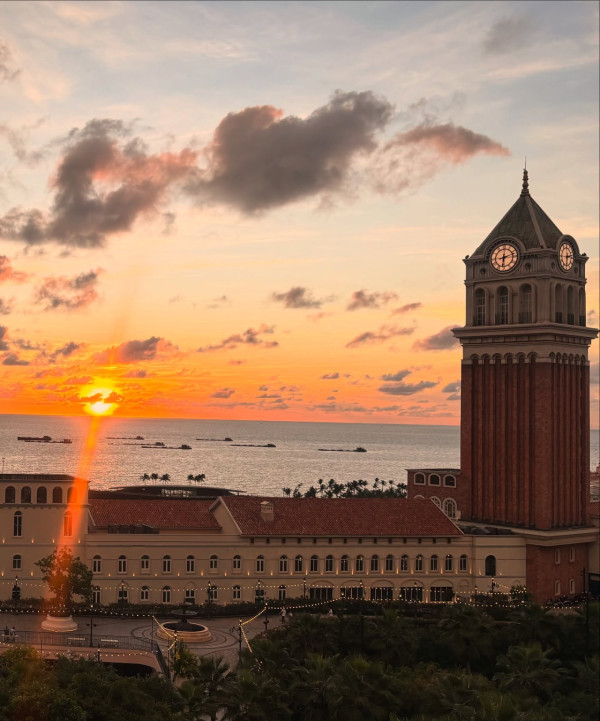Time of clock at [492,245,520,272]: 6:12
